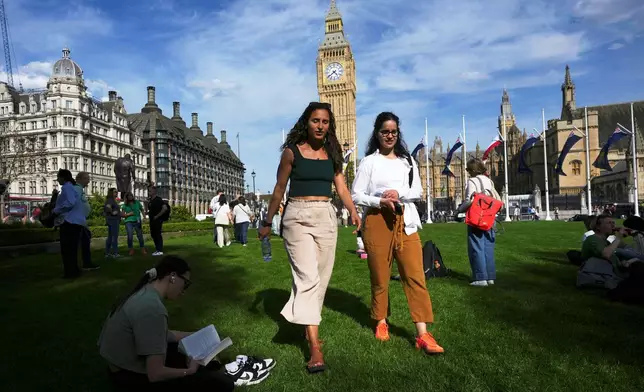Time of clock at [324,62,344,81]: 4:38
